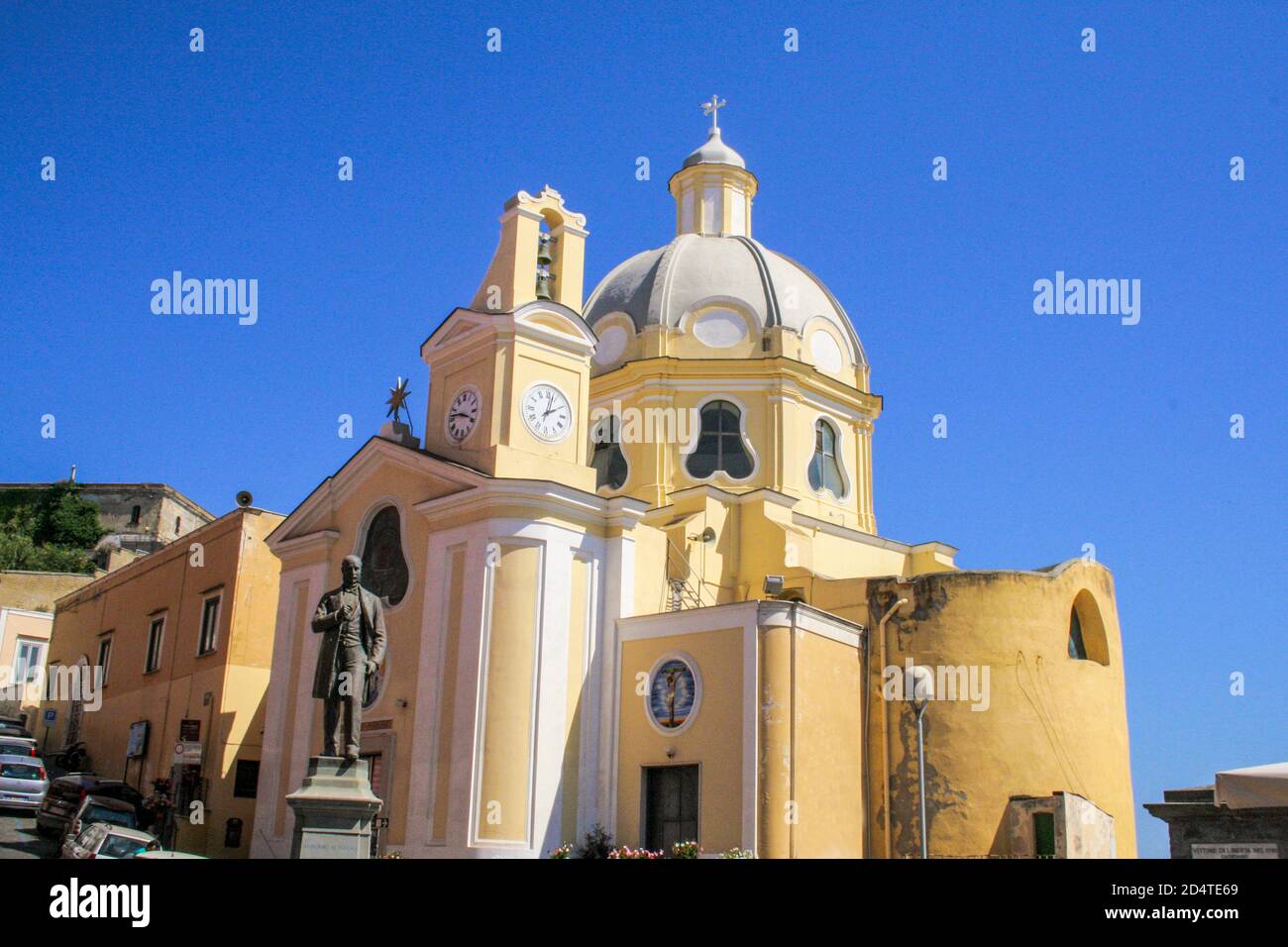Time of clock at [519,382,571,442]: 2:02
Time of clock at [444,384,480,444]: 3:46
